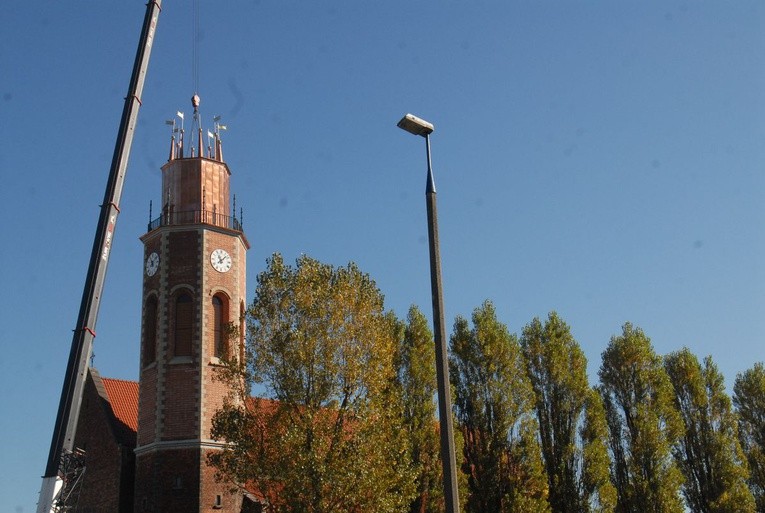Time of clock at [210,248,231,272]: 11:07
